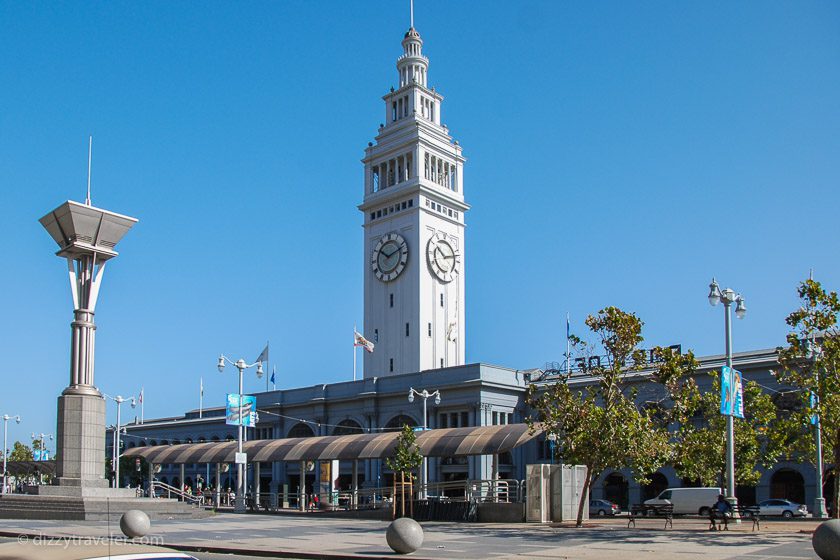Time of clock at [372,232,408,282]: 10:11
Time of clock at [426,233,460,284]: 10:12
